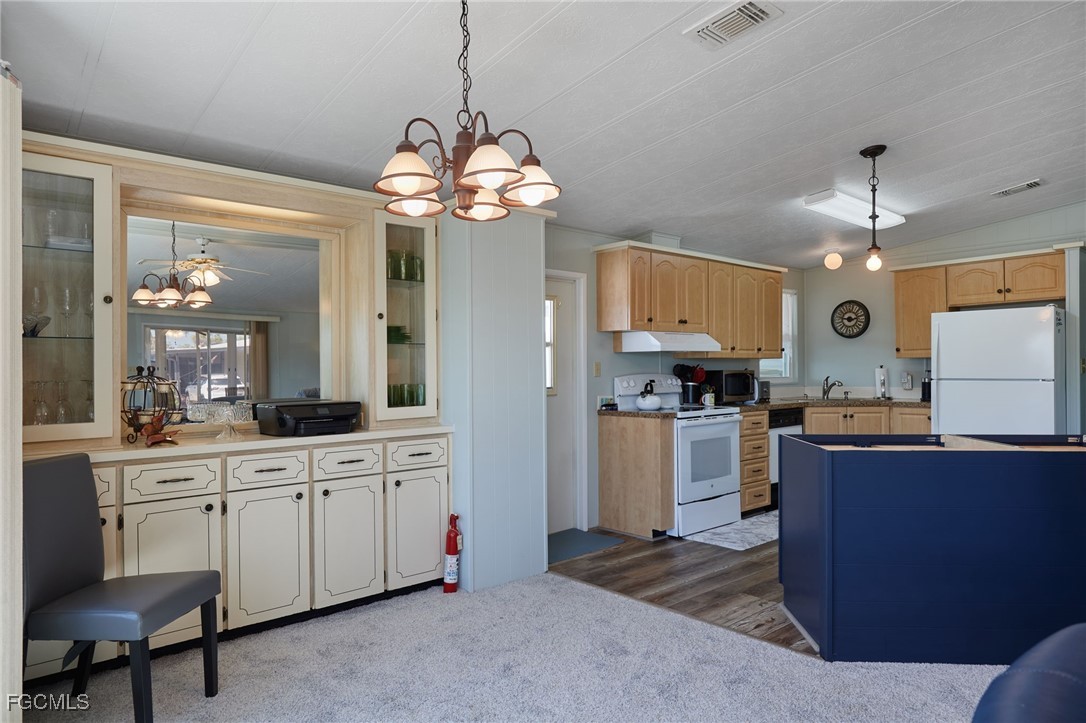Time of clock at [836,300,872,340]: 9:12
